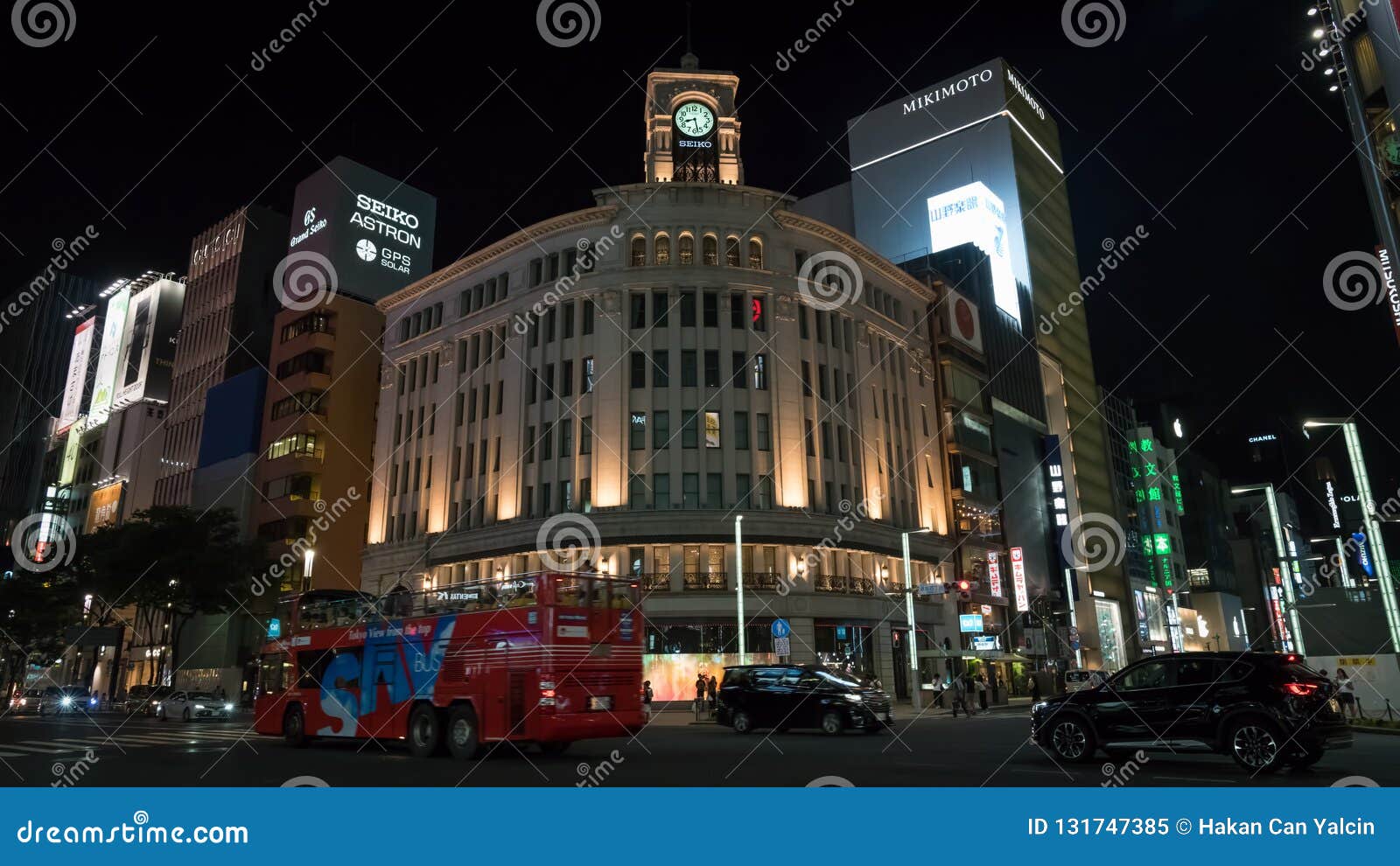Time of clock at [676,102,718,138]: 8:27
